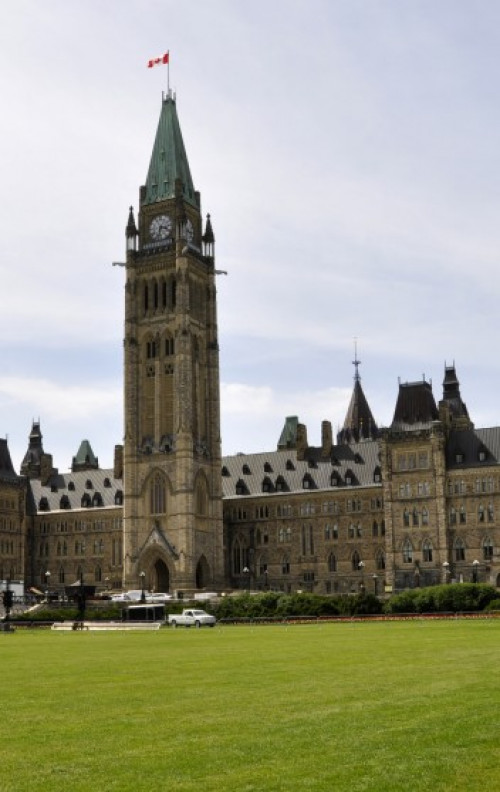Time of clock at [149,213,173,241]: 3:32
